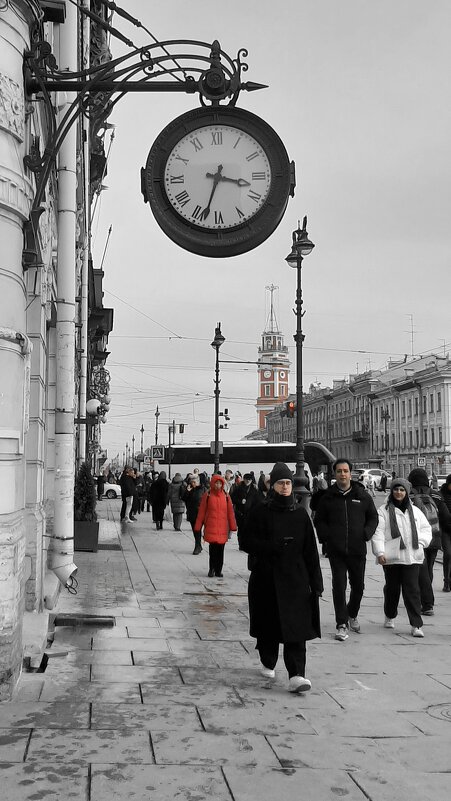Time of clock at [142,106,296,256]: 3:33
